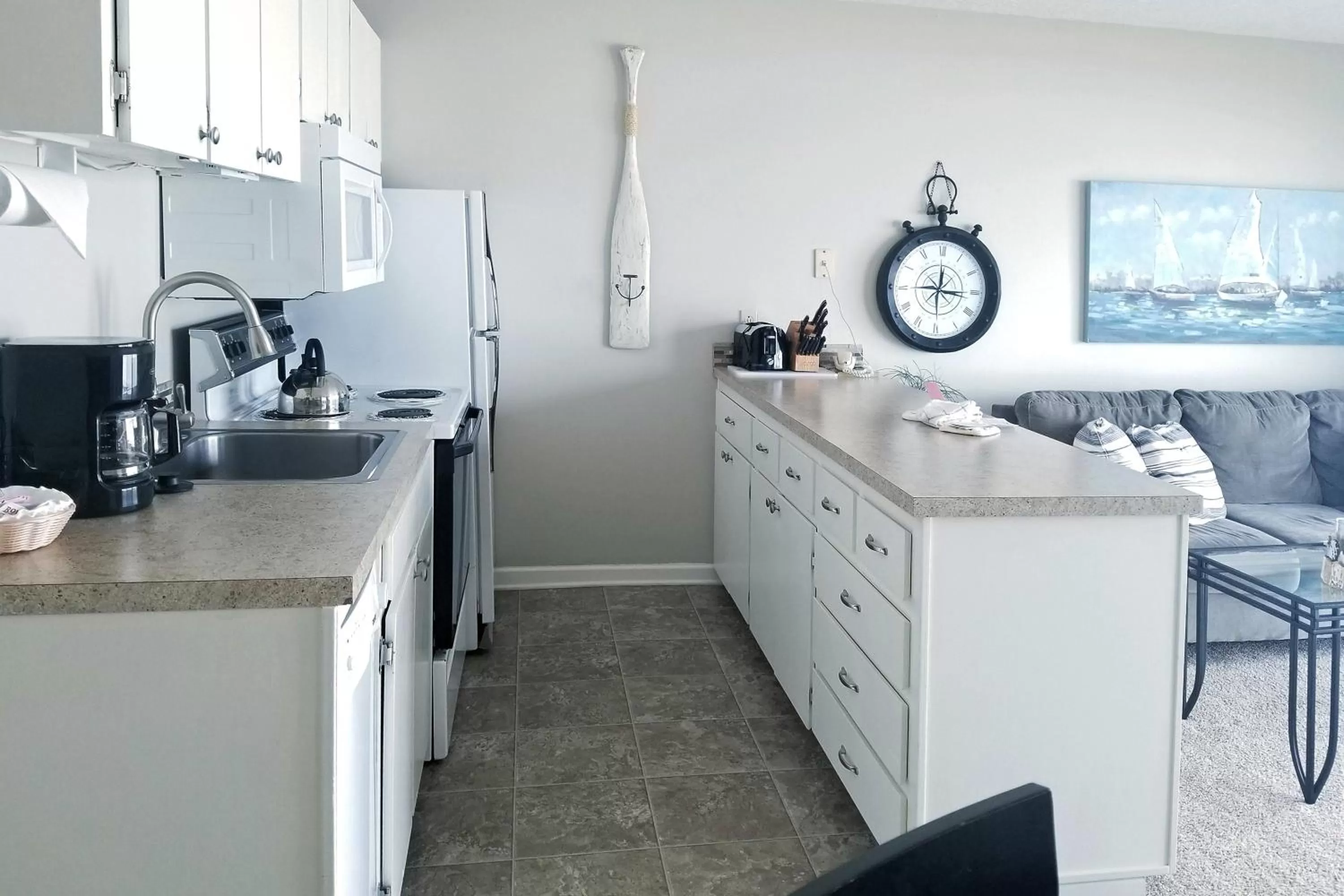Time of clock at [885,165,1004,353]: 12:15
